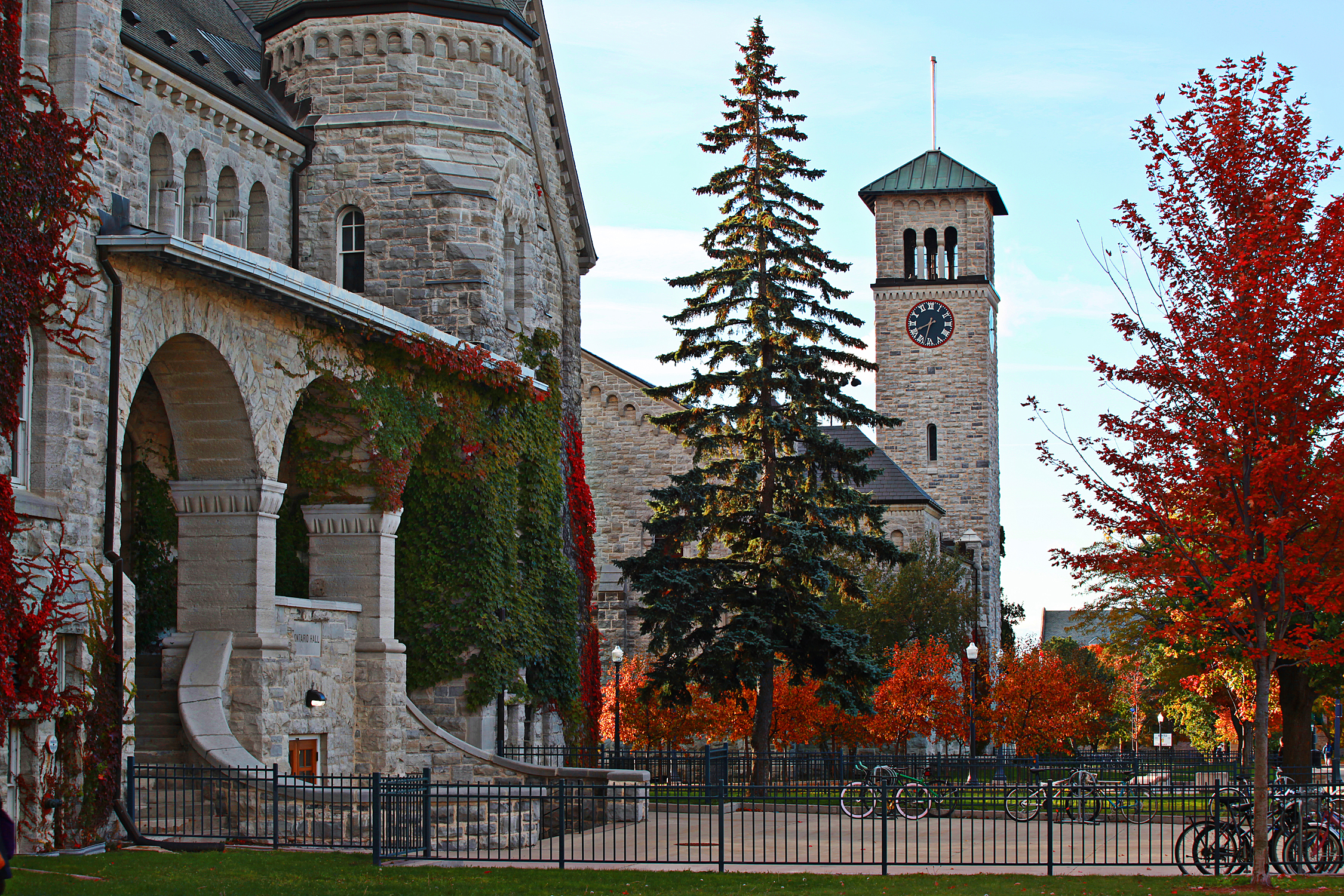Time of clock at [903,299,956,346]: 6:40
